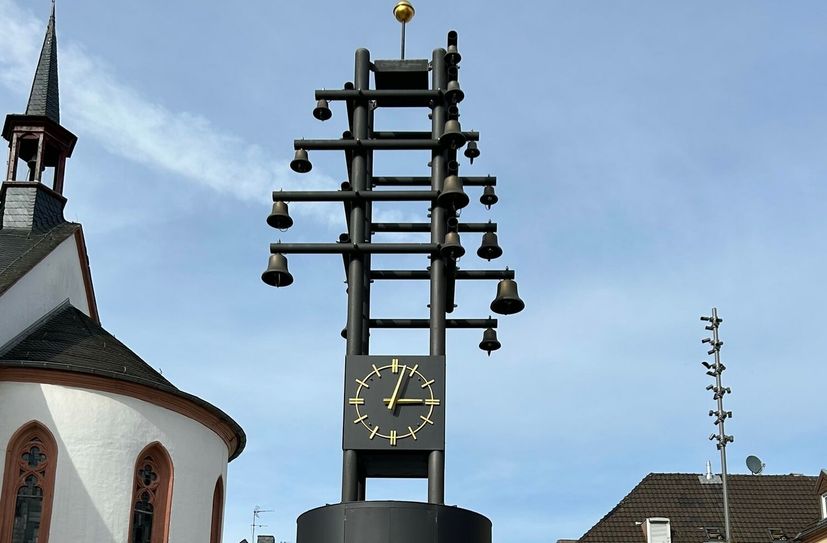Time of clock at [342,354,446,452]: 3:03
